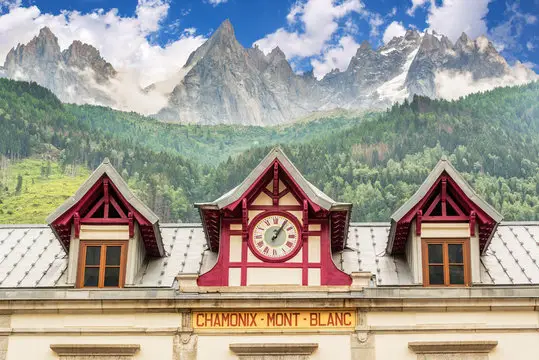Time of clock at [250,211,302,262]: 1:05
